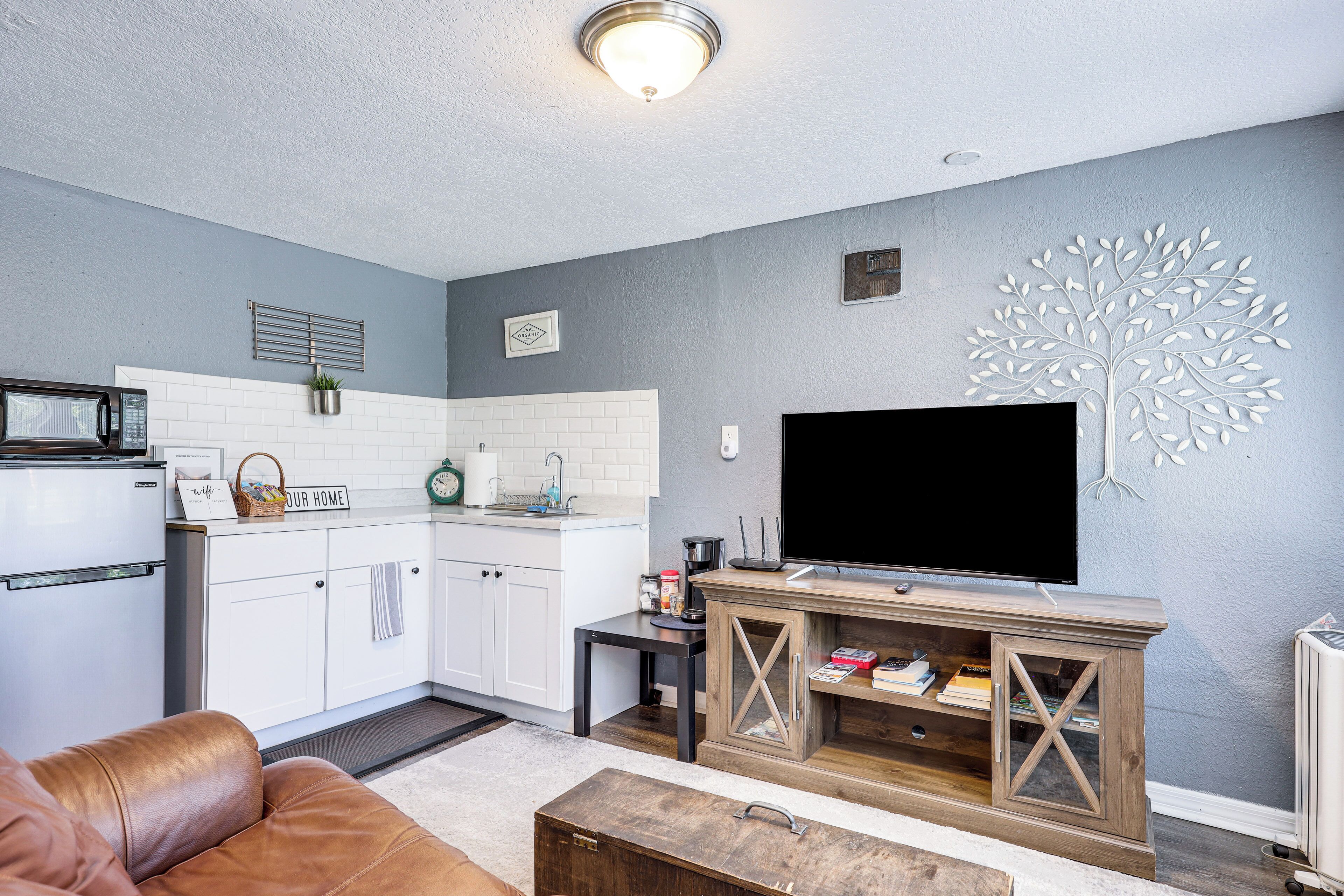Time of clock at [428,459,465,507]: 9:50
